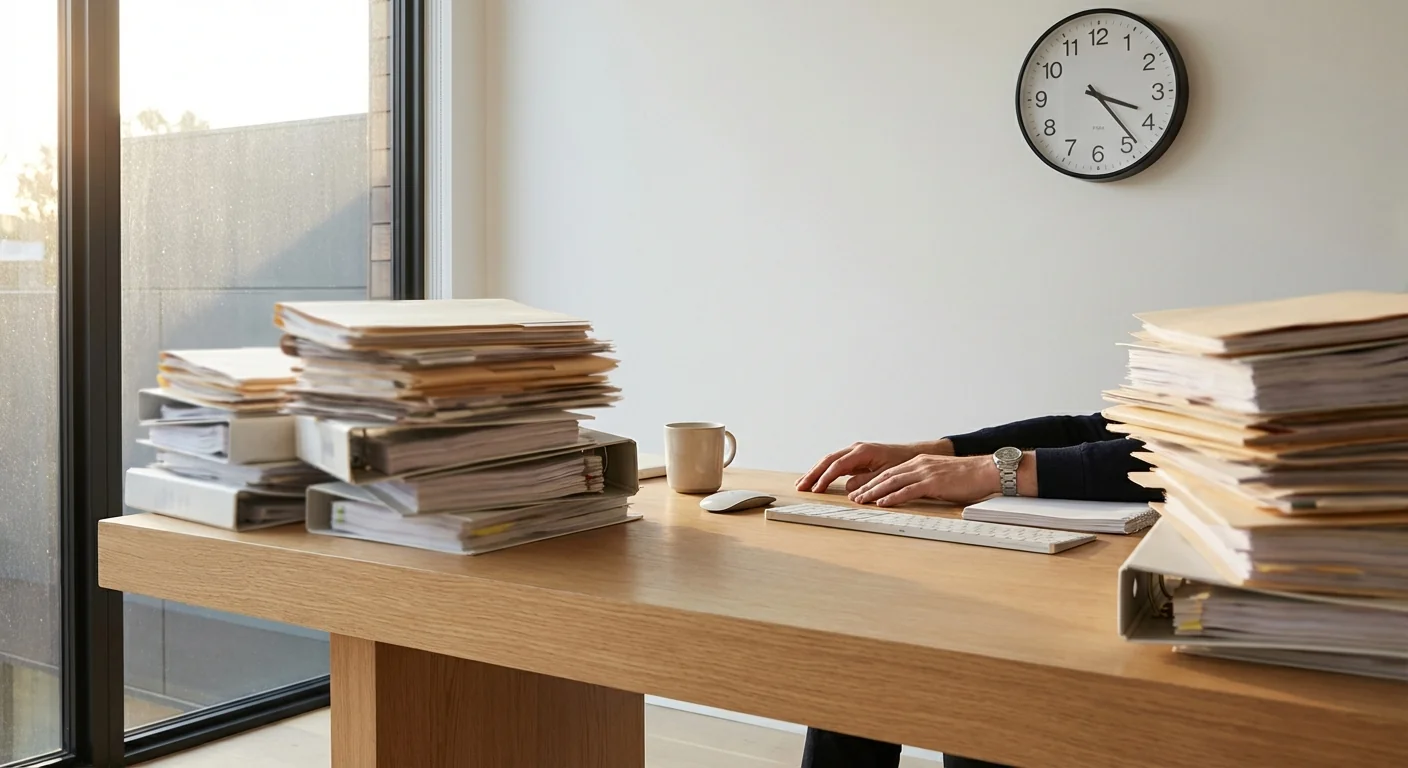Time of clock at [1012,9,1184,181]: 3:23
